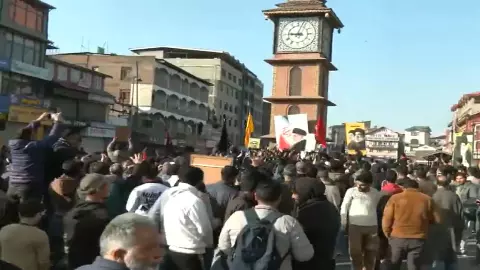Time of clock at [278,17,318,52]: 9:03
